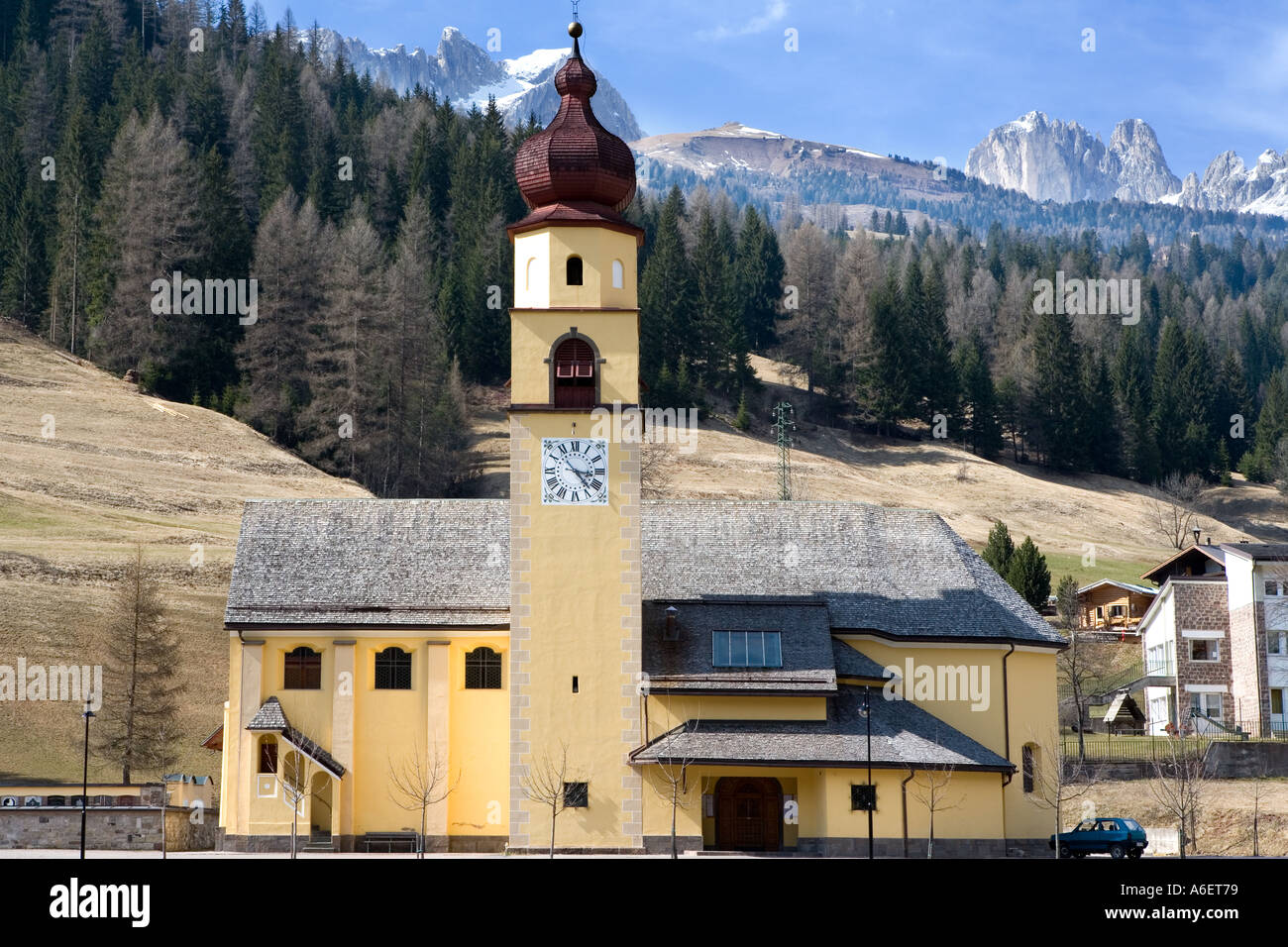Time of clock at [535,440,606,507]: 3:22
